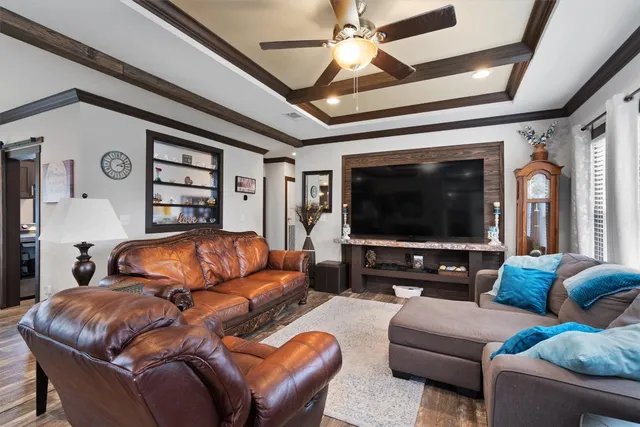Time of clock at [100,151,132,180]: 3:11
